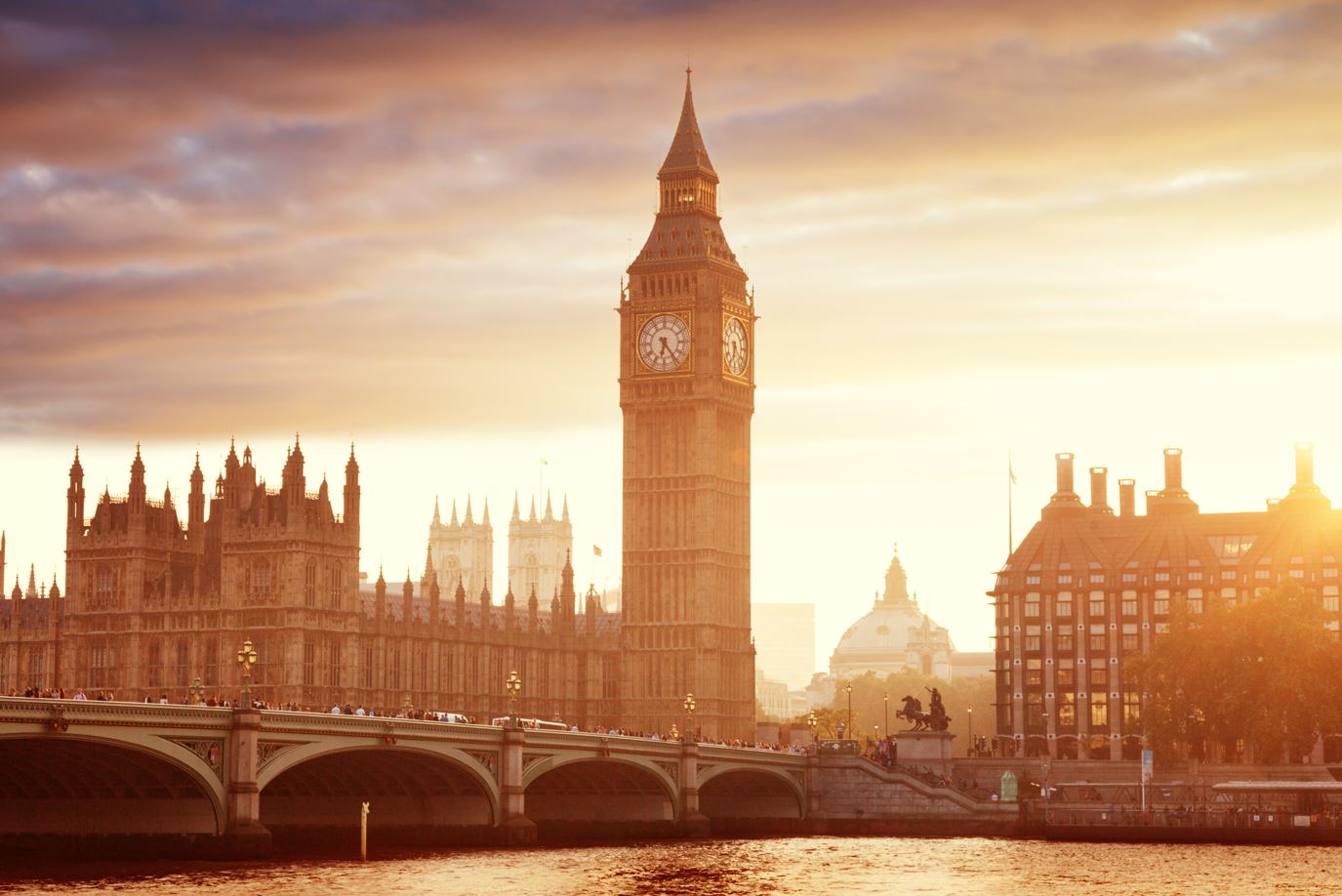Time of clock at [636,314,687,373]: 6:23
